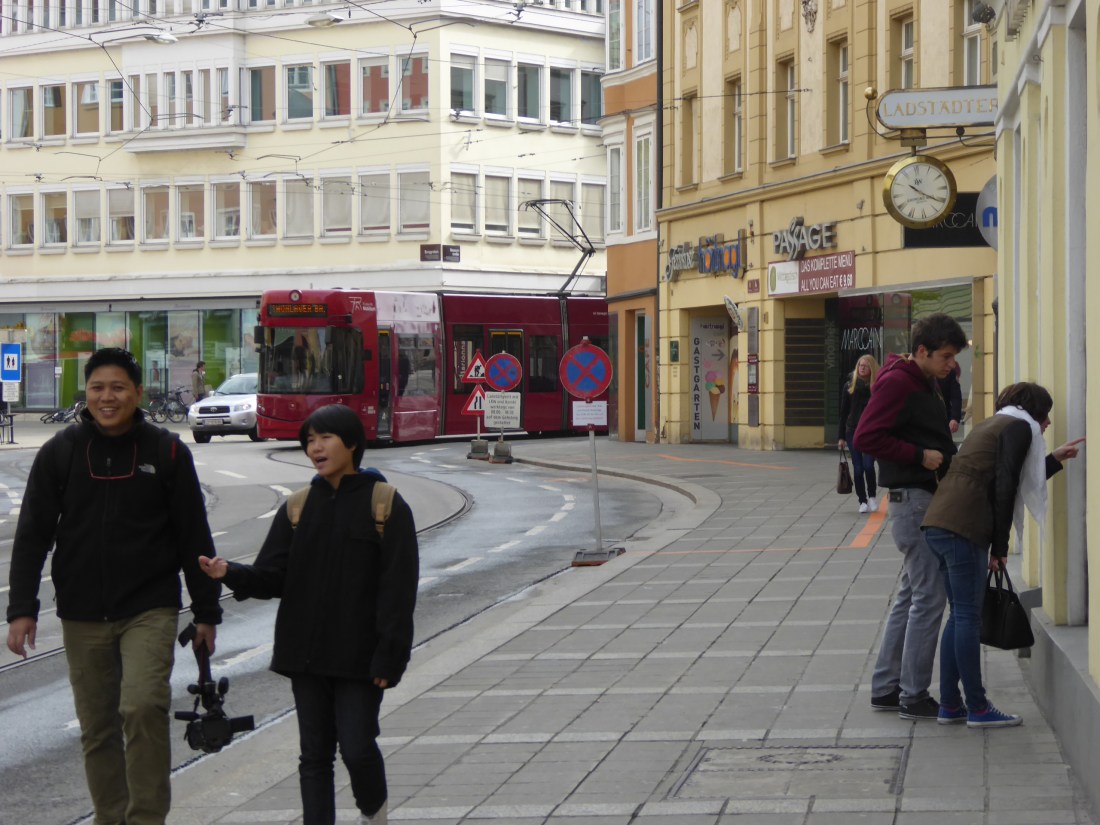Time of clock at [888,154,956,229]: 10:20
